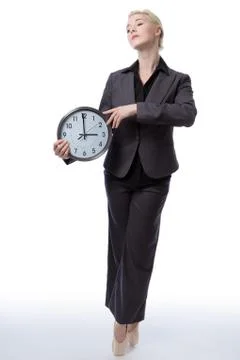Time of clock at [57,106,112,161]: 2:59
